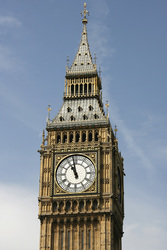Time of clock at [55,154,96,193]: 10:58
